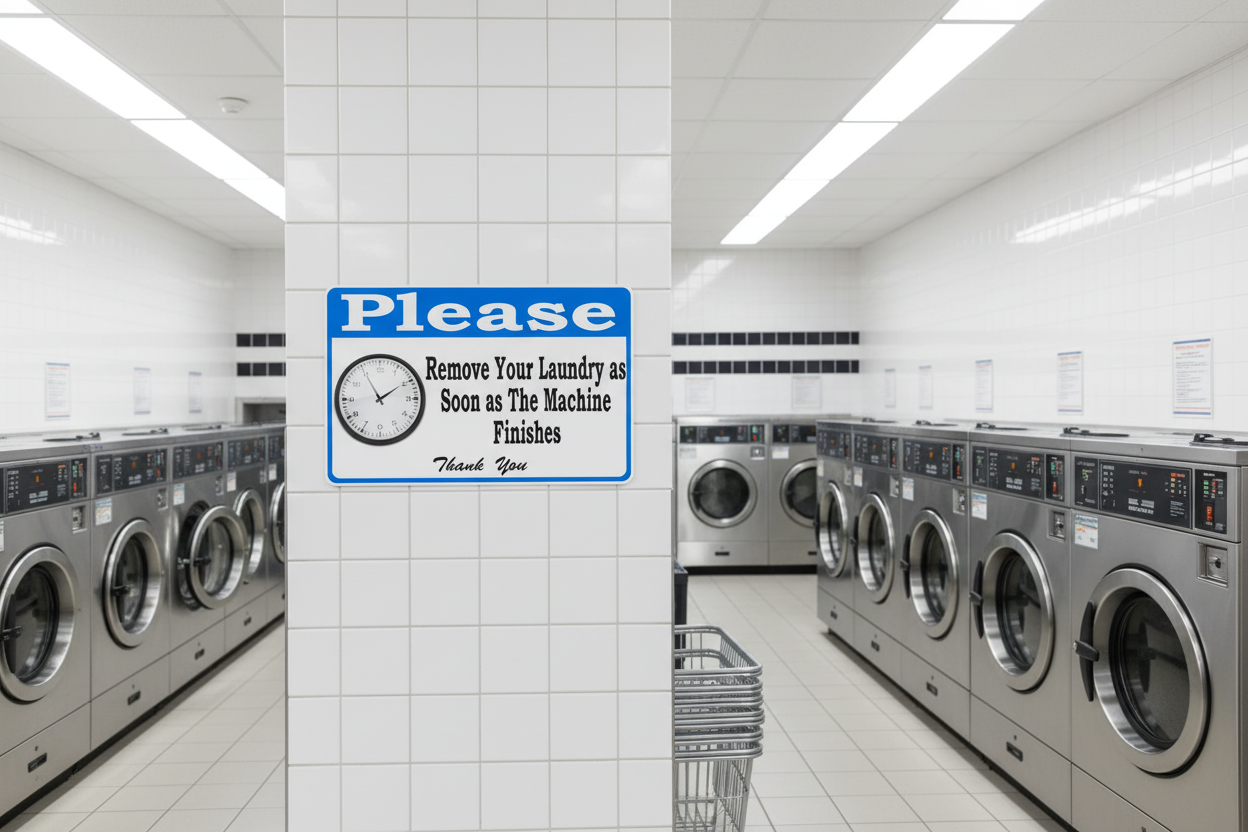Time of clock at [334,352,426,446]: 1:54
